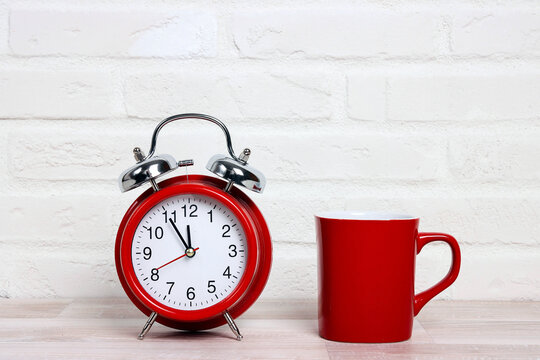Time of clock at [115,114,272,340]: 11:54
